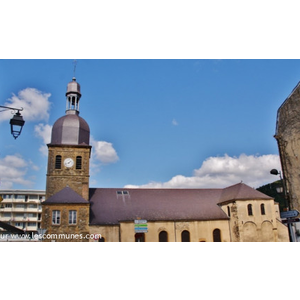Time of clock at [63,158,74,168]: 1:42
